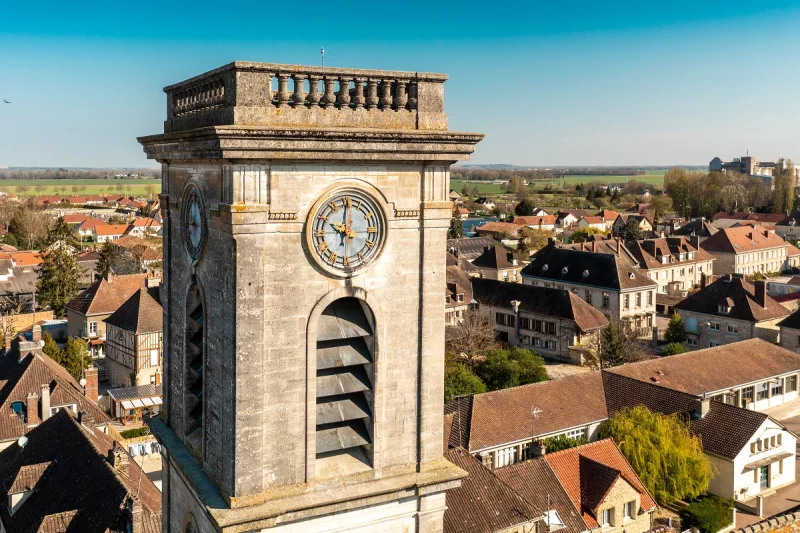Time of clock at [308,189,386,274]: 10:00
